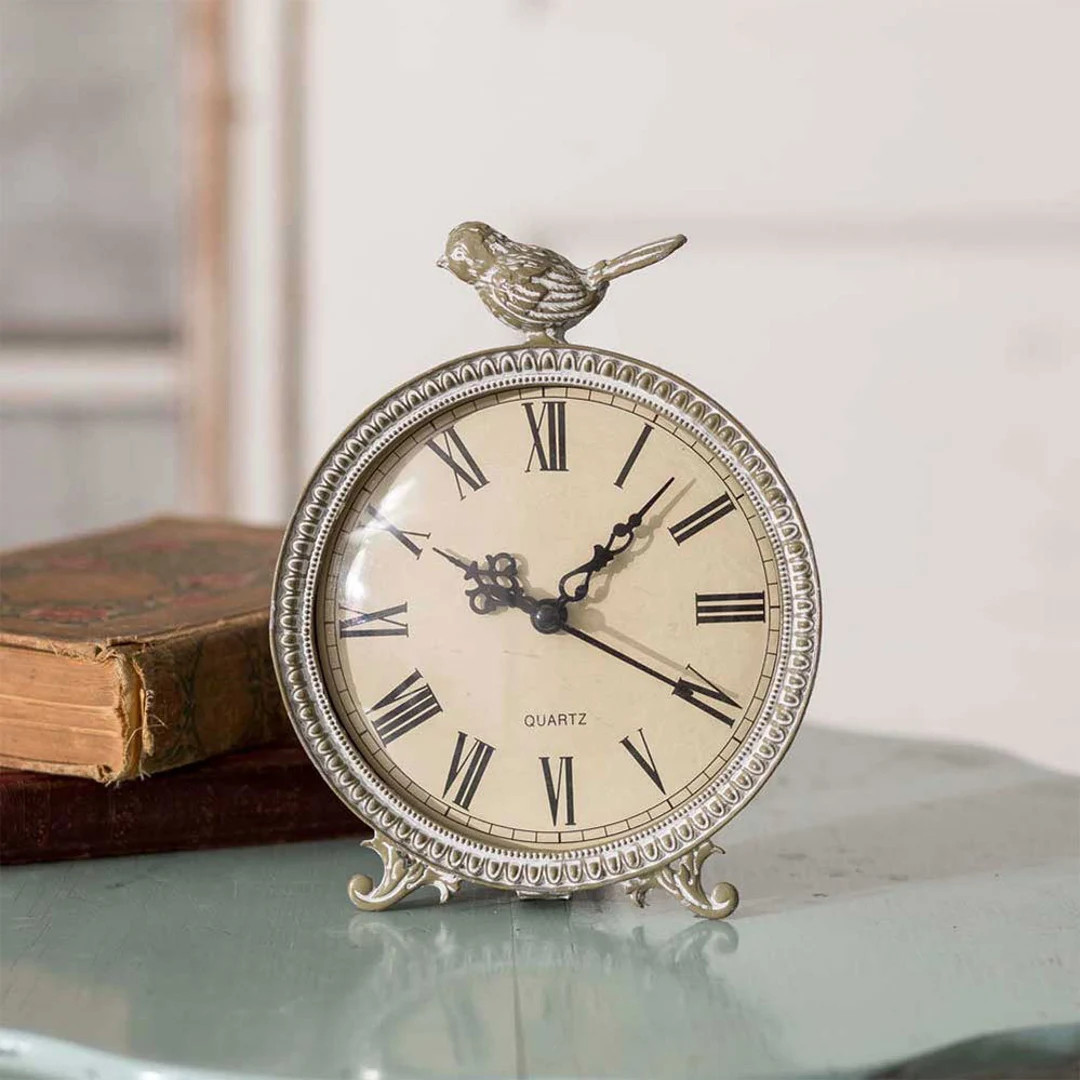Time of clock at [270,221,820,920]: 1:19
